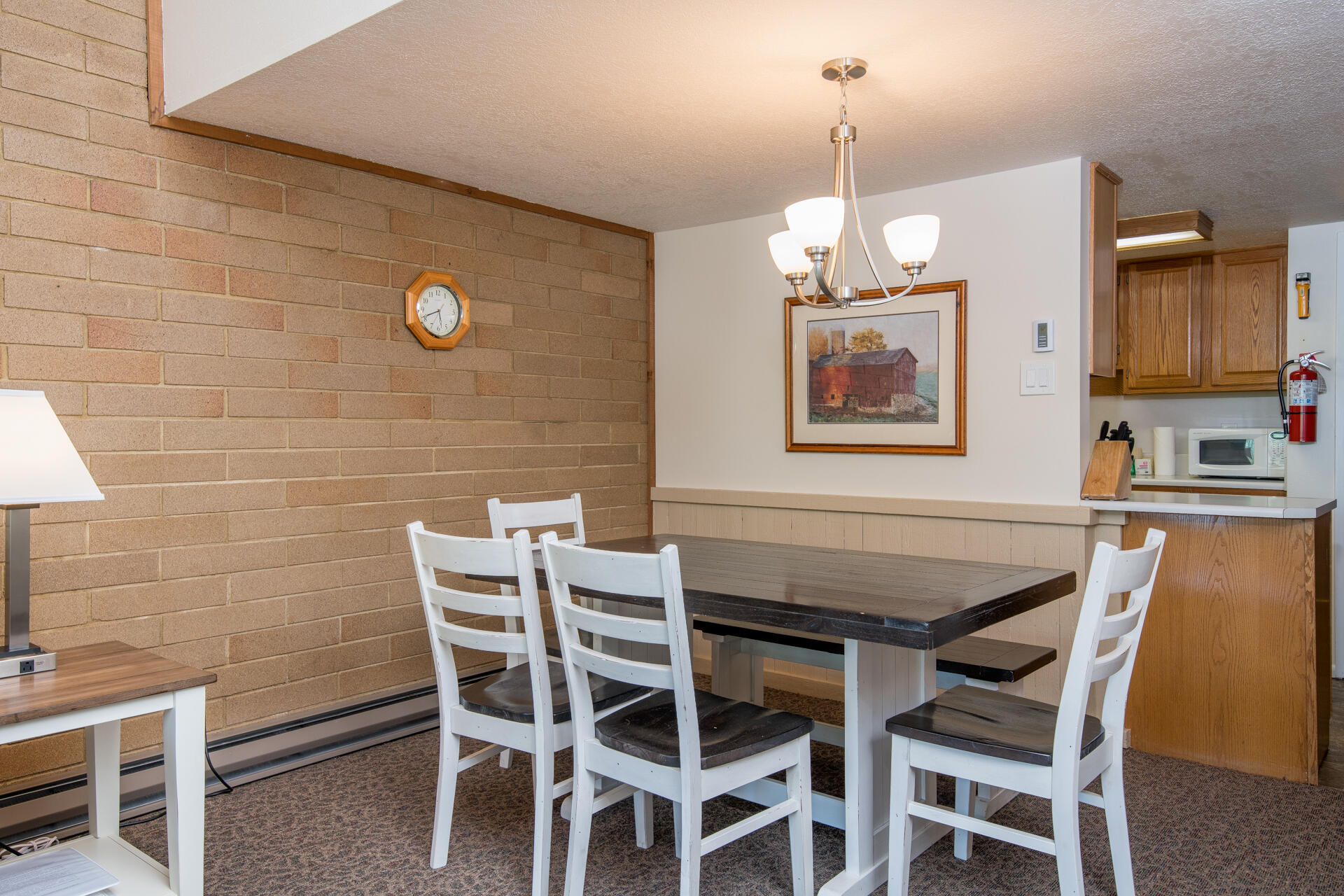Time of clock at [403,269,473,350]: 5:41
